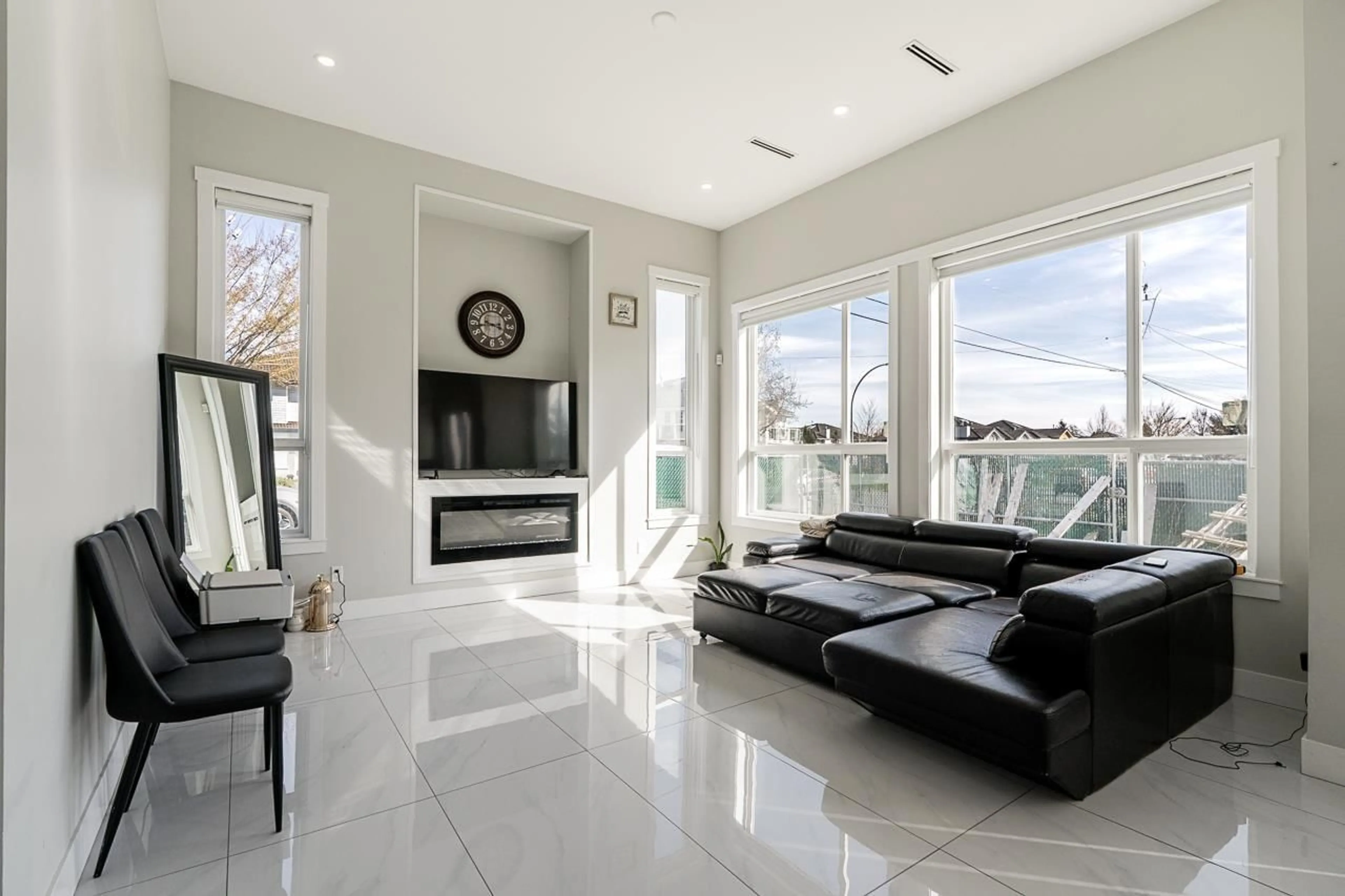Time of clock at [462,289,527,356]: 3:43
